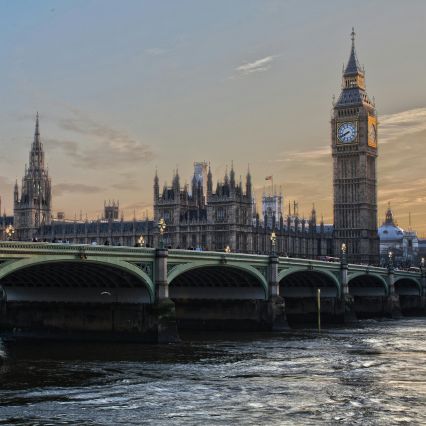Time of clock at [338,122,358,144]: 7:40
